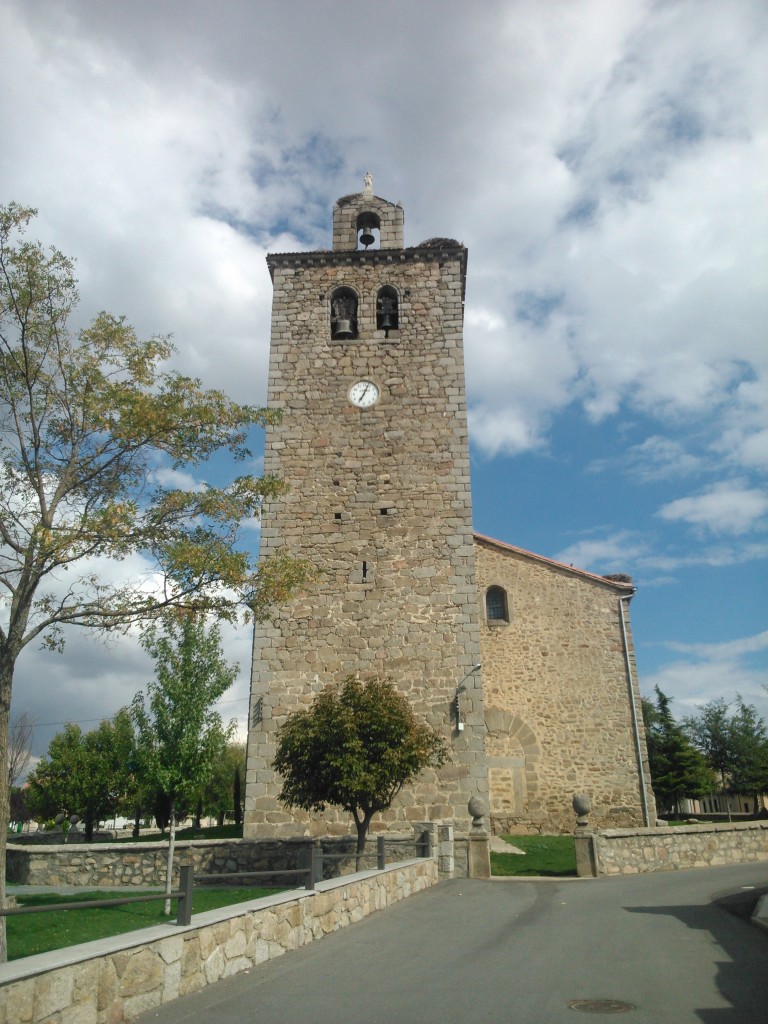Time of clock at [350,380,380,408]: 7:04
